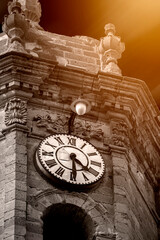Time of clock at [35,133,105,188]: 4:29
